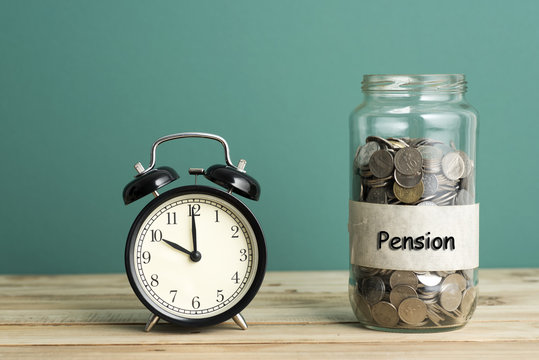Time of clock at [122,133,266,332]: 9:59
